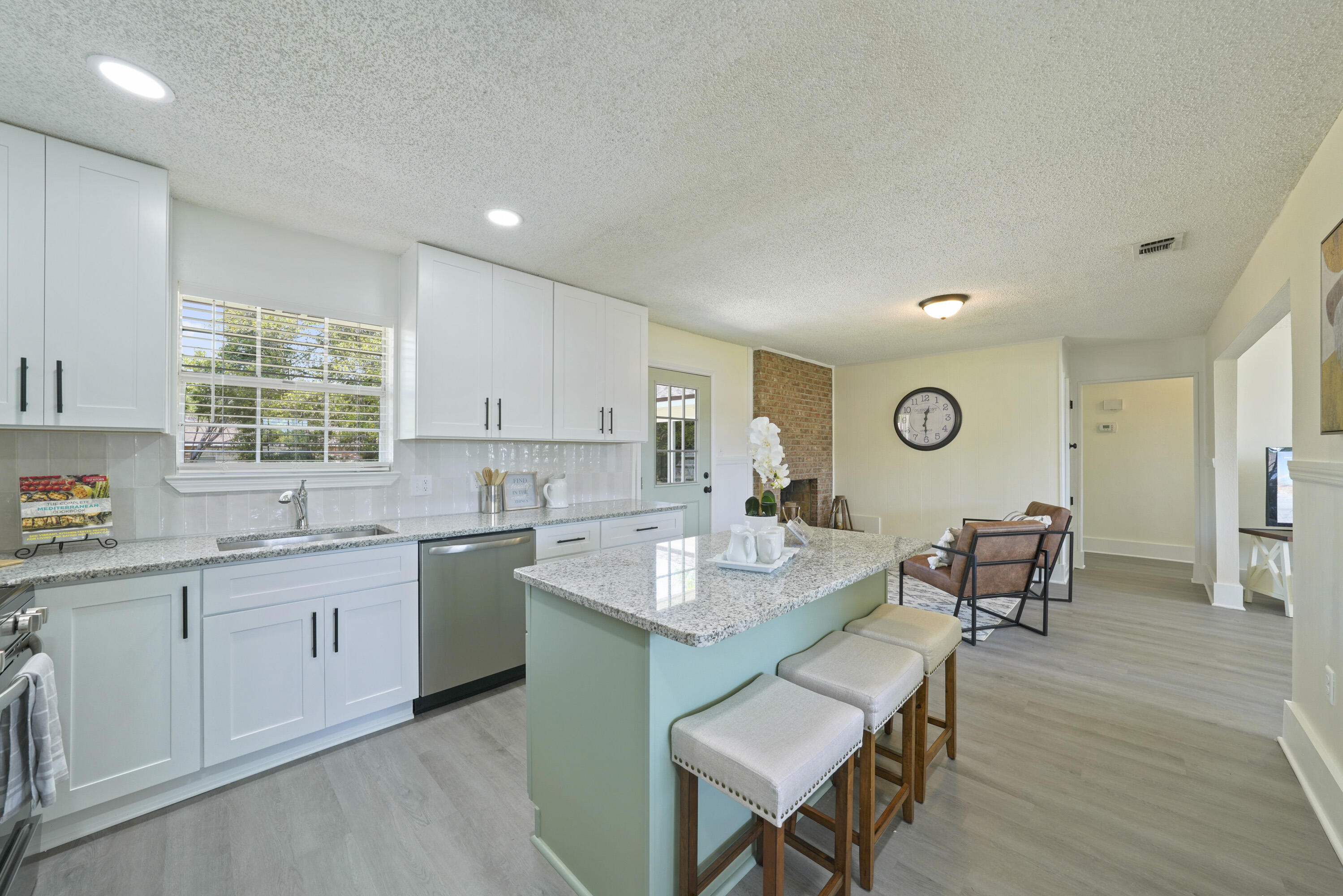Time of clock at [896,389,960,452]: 12:30
